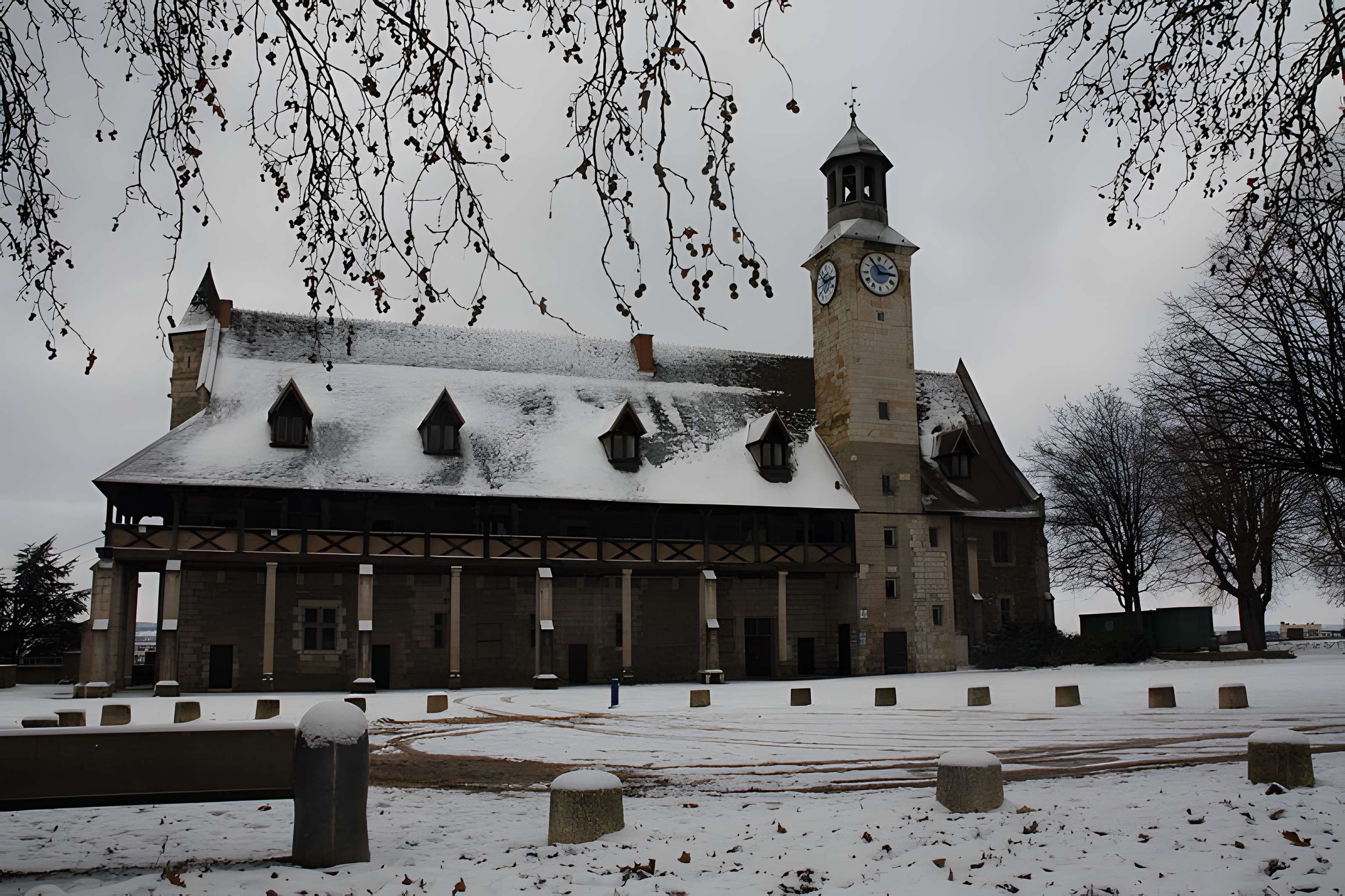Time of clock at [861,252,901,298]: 2:54
